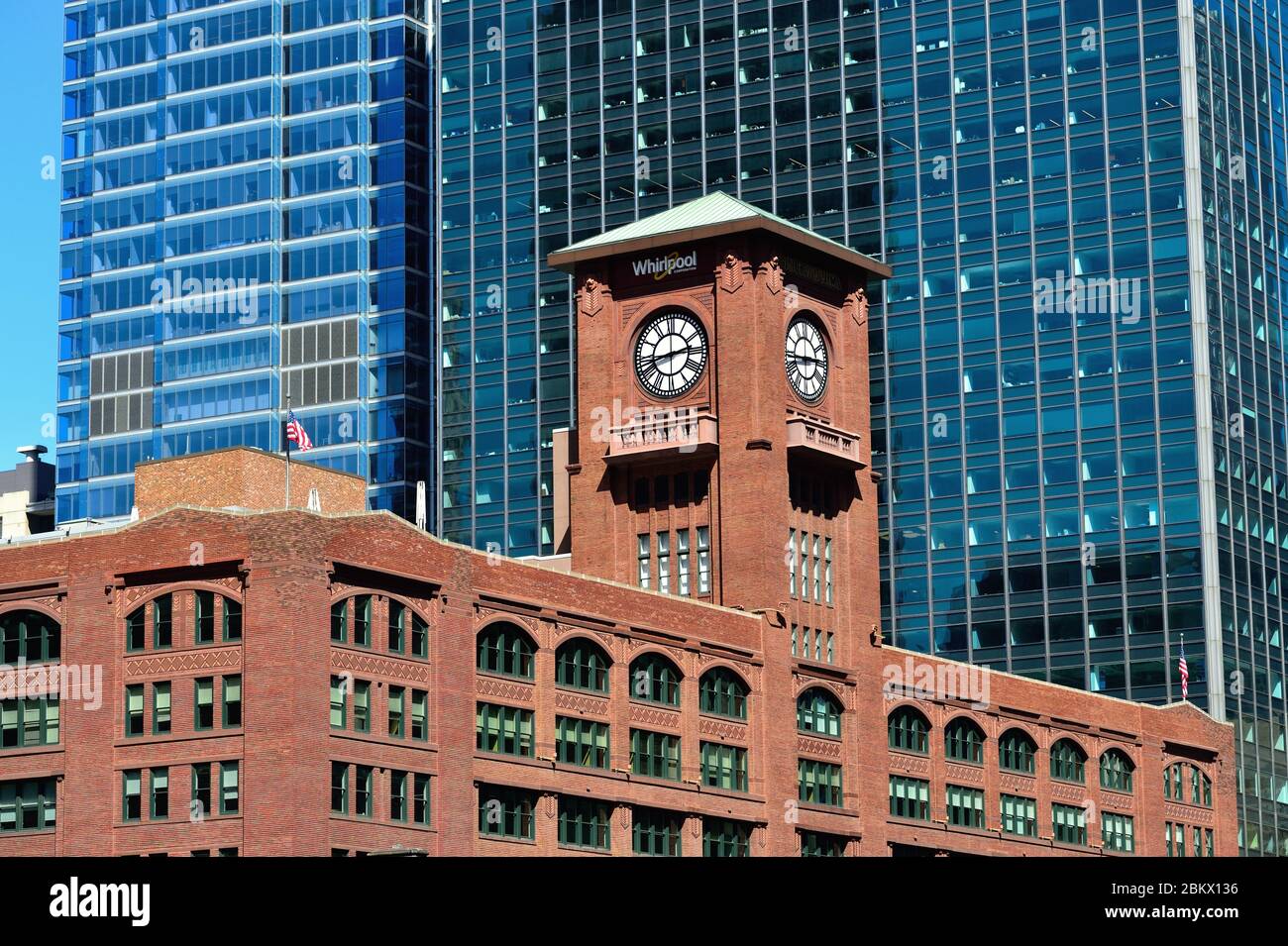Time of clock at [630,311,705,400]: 2:42
